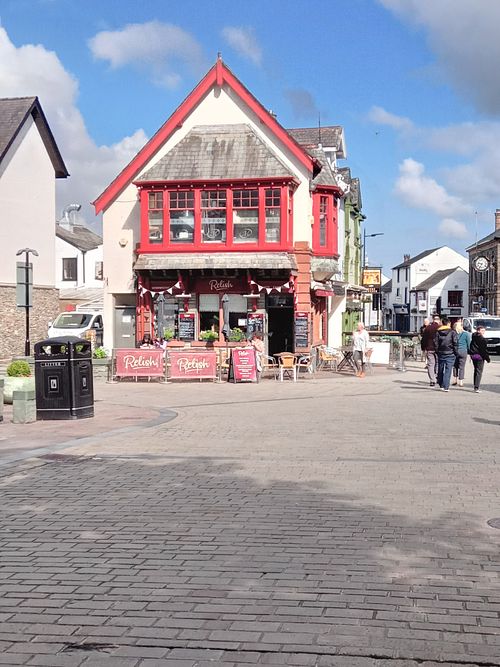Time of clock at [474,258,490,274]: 9:34
